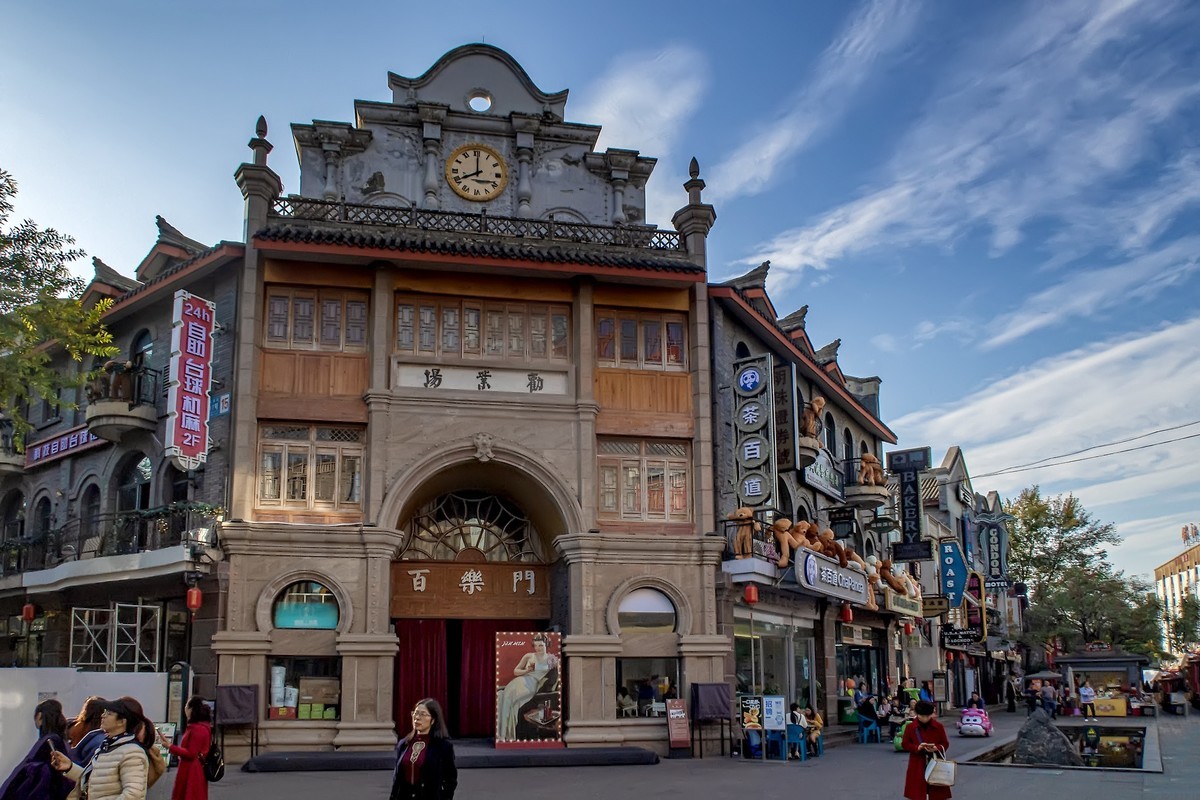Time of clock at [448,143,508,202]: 8:00
